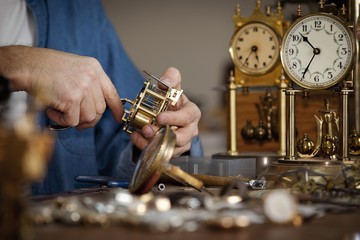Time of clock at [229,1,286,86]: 5:35
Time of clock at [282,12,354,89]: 10:35
